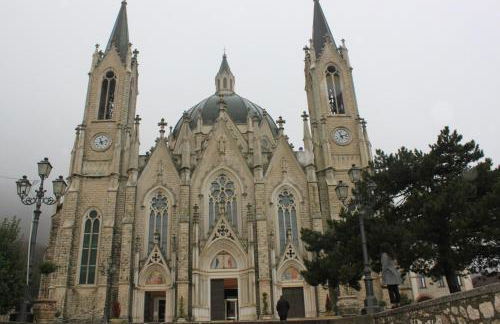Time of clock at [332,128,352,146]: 11:12
